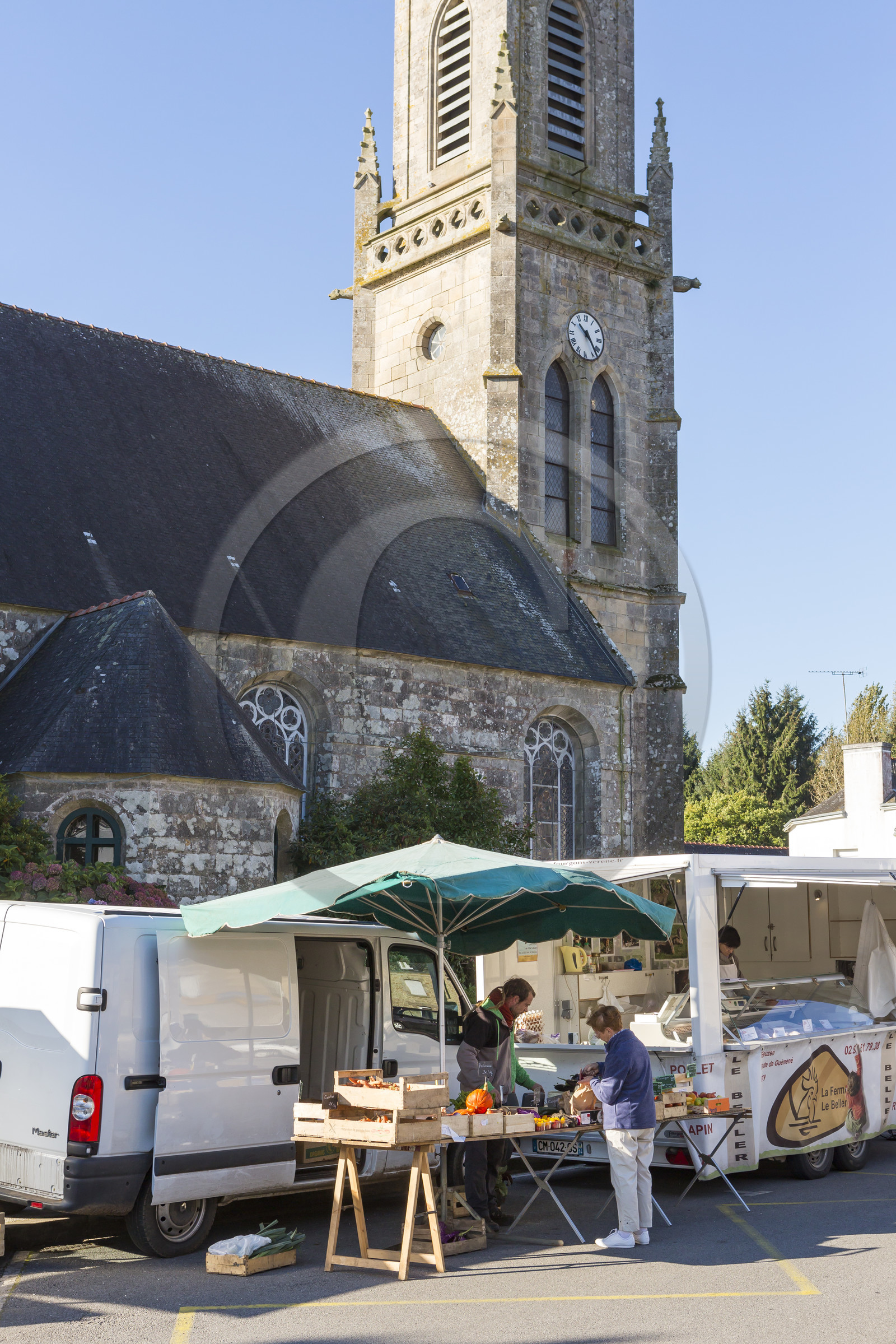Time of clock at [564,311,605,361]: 10:23
